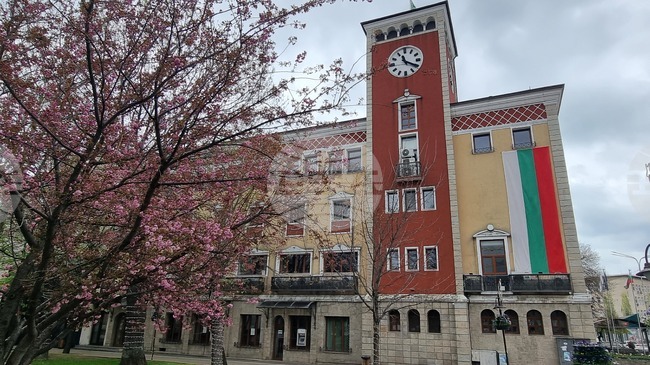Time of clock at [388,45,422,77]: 11:19
